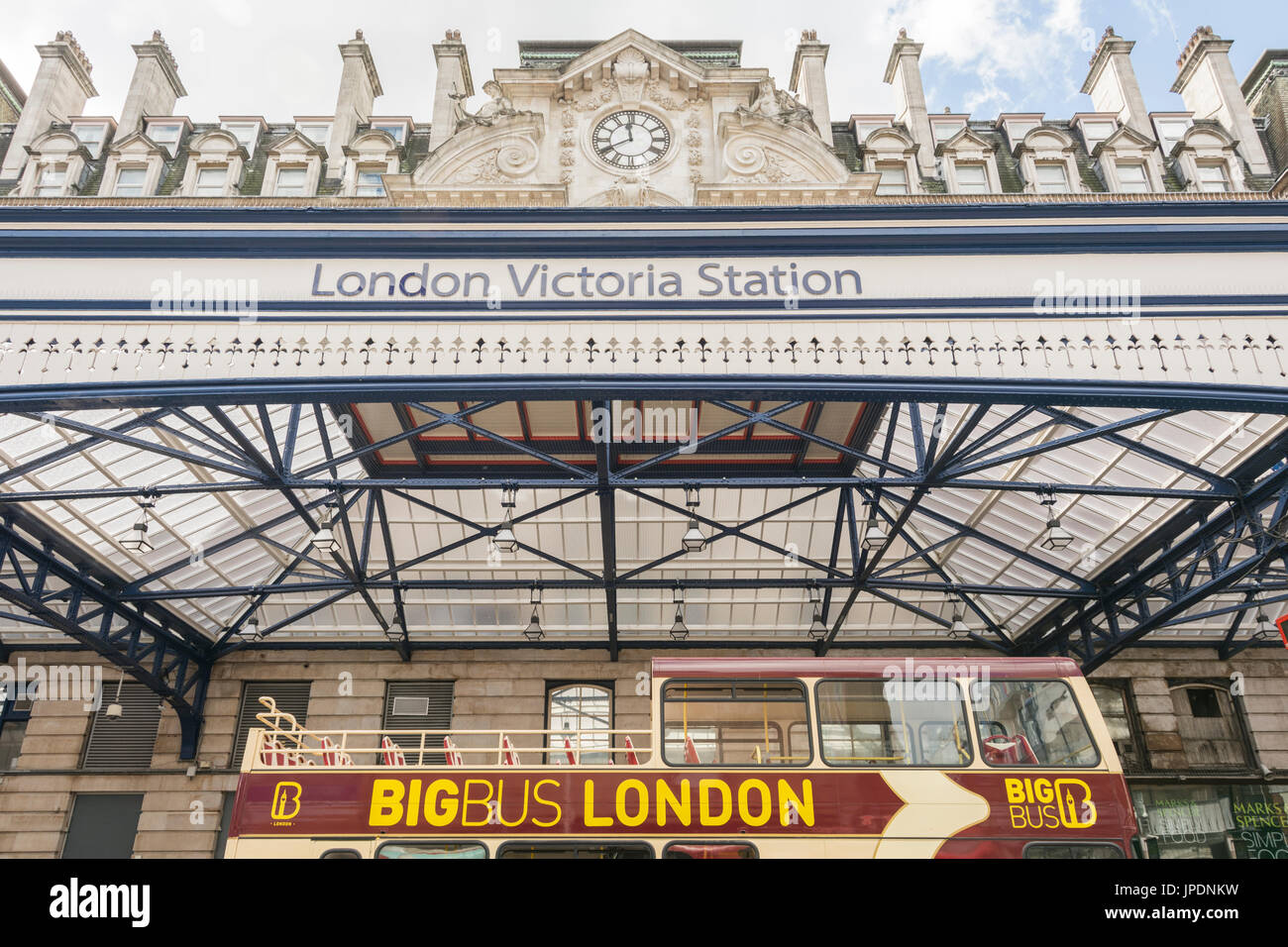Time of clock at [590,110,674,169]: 11:40
